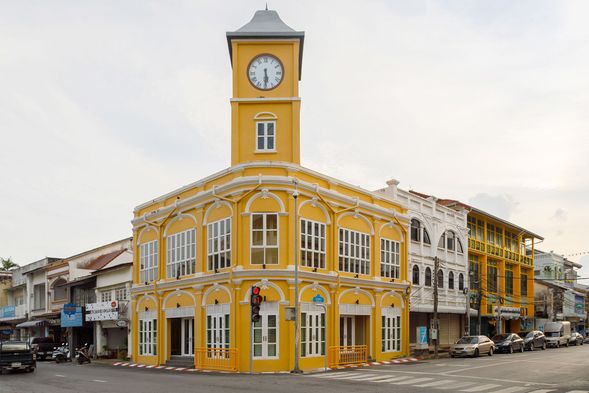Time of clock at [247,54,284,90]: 5:29
